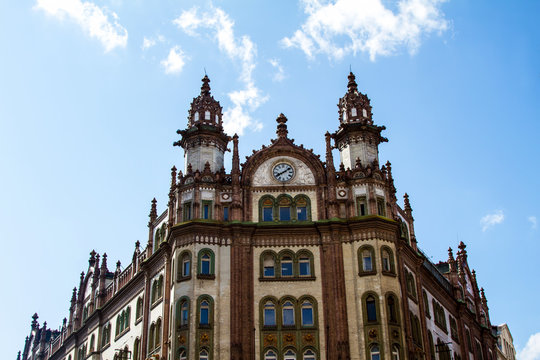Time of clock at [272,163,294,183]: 8:09
